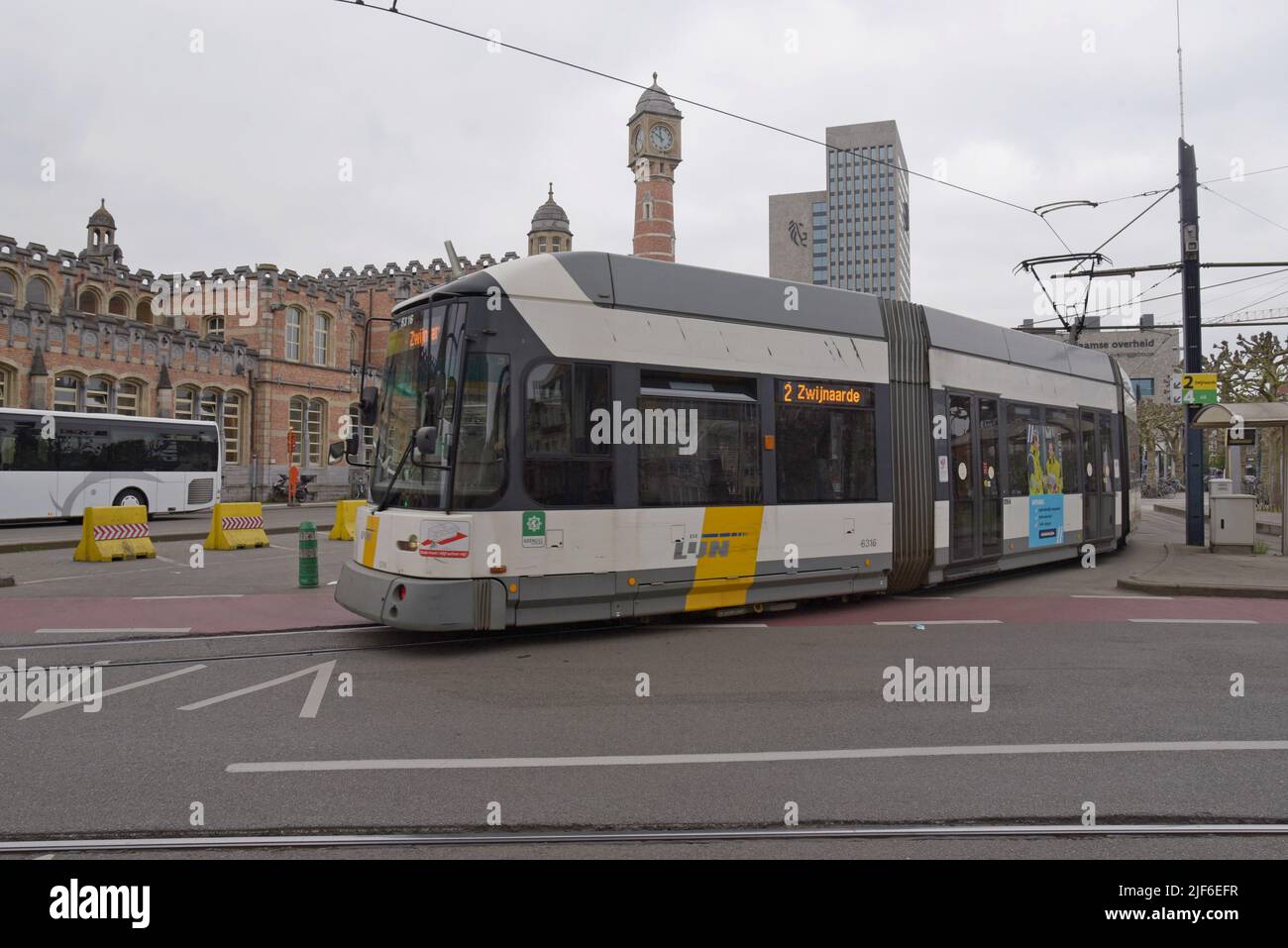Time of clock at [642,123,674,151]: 11:50
